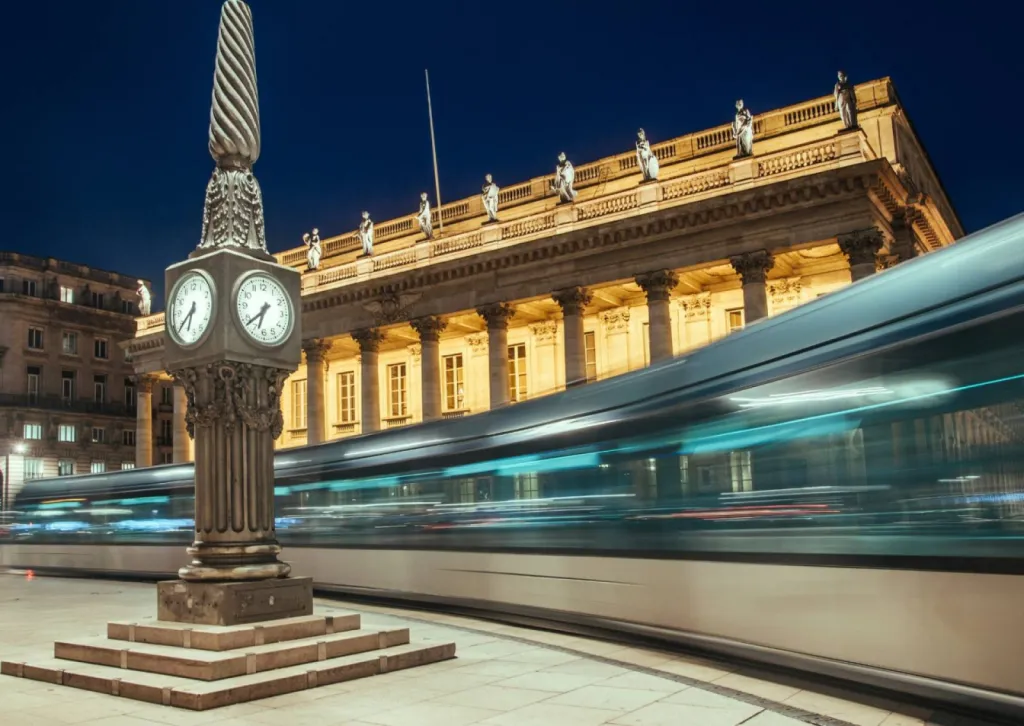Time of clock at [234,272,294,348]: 6:38
